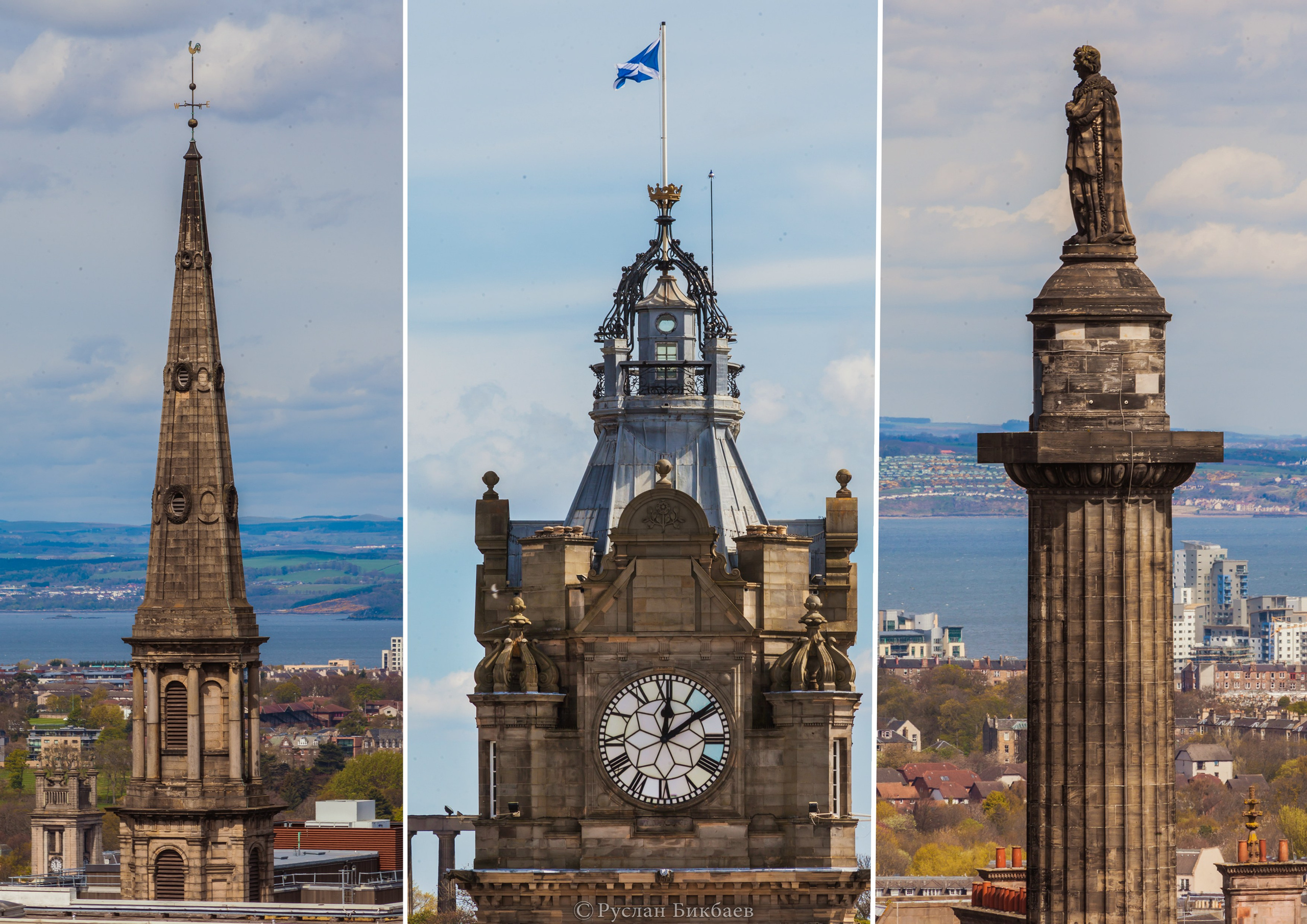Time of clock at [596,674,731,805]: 12:09
